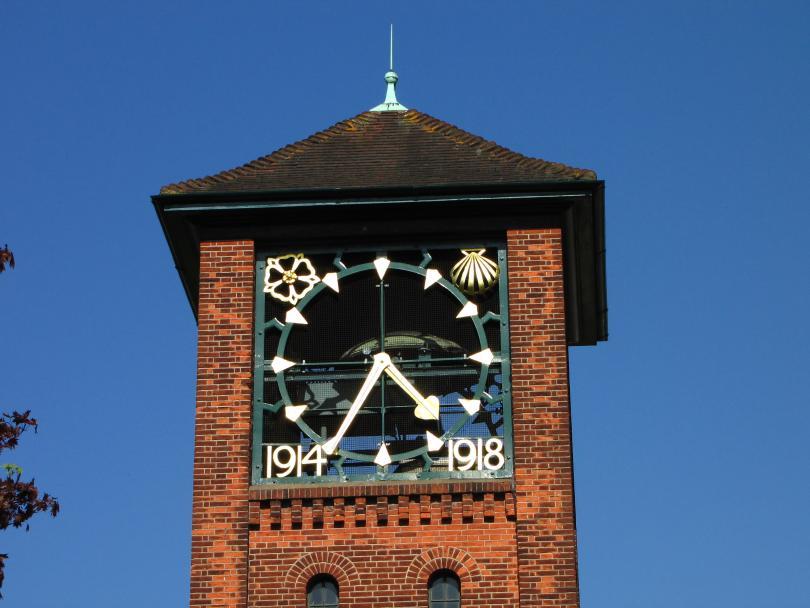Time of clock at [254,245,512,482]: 4:35
